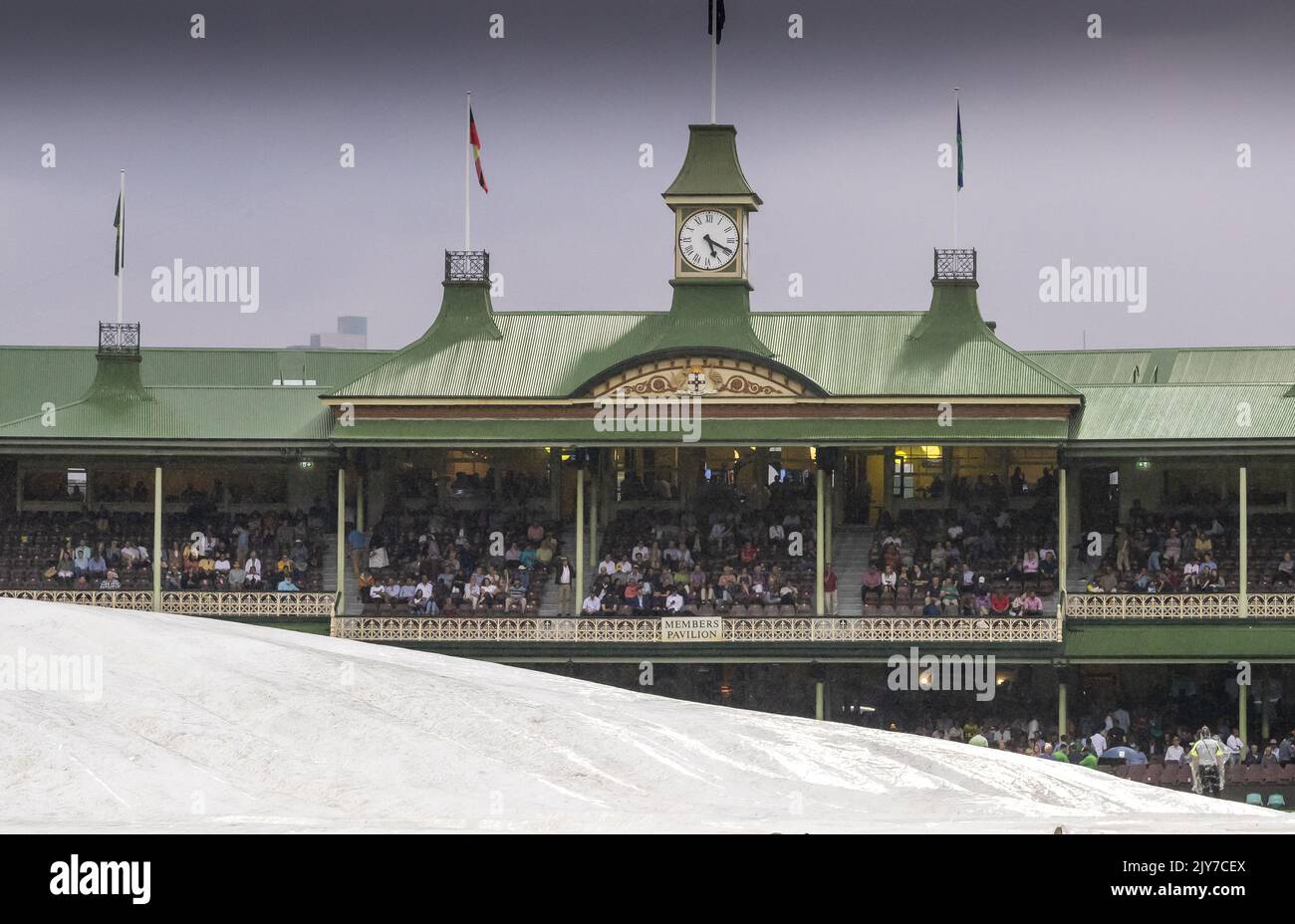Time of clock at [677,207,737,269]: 5:19
